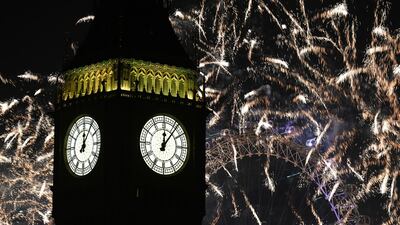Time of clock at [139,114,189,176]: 12:06
